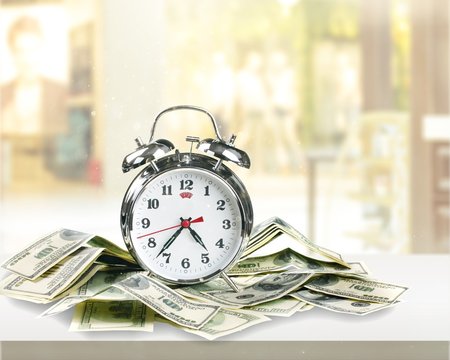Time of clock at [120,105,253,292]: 4:36
